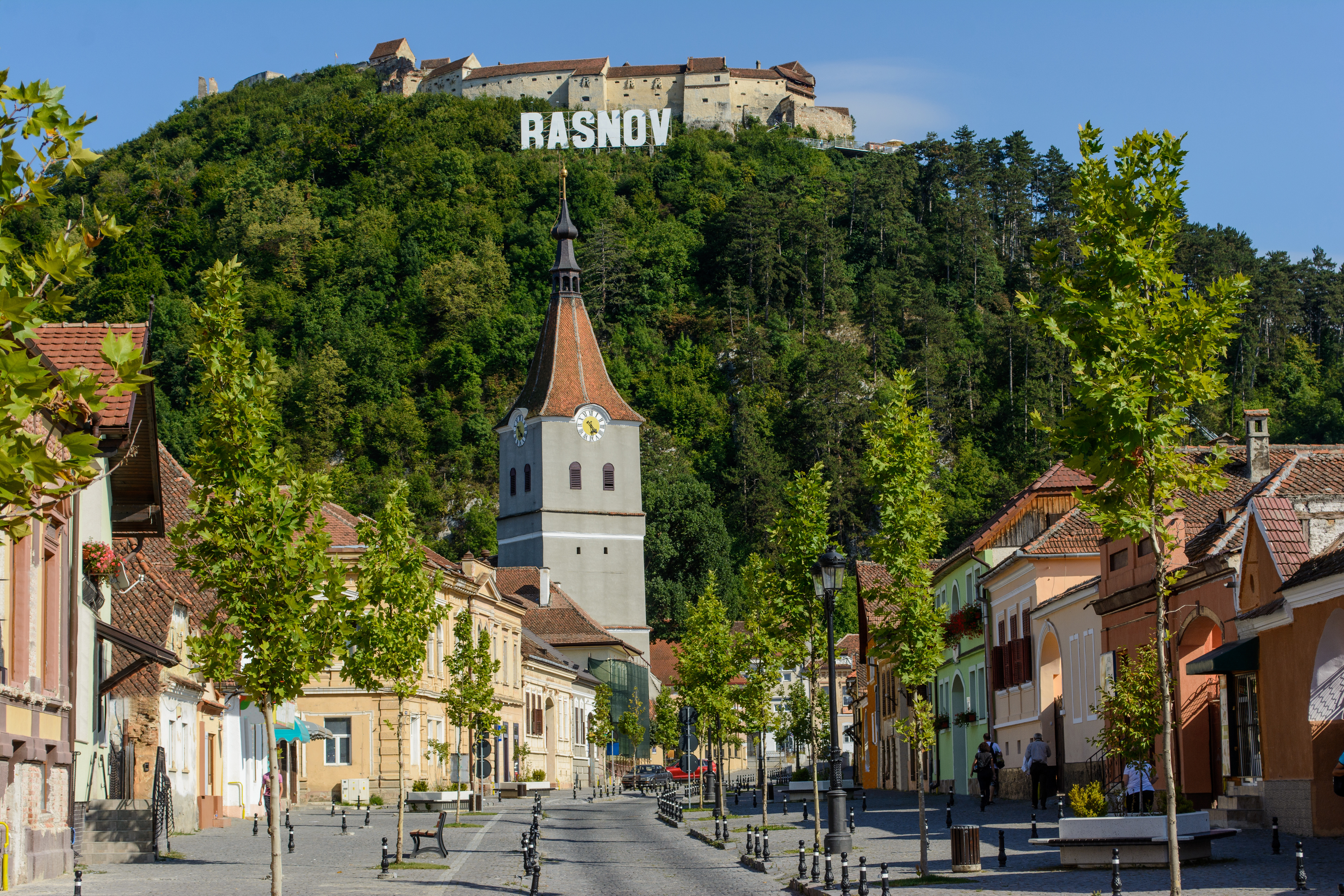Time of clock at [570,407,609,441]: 4:28
